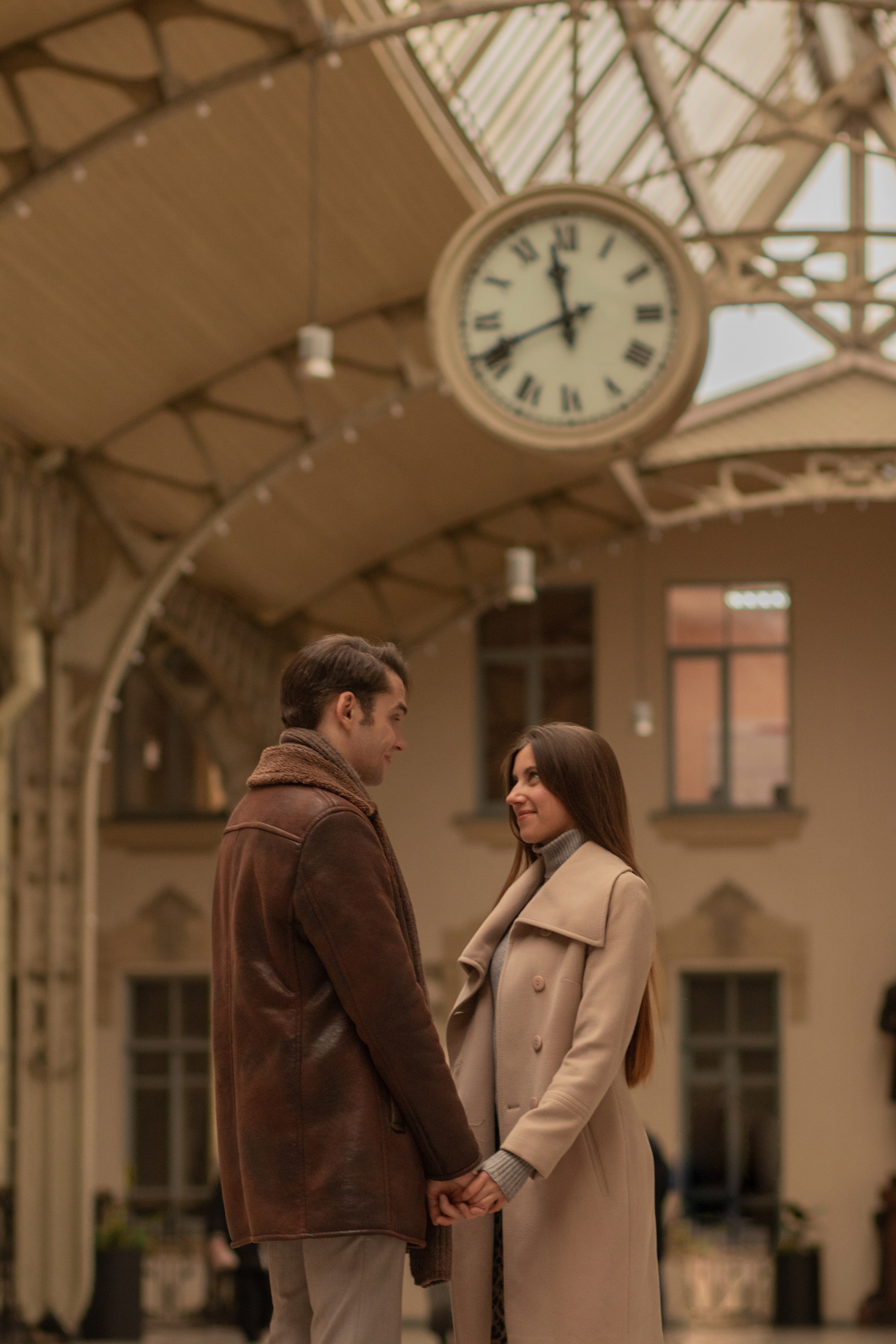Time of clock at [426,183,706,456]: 11:41
